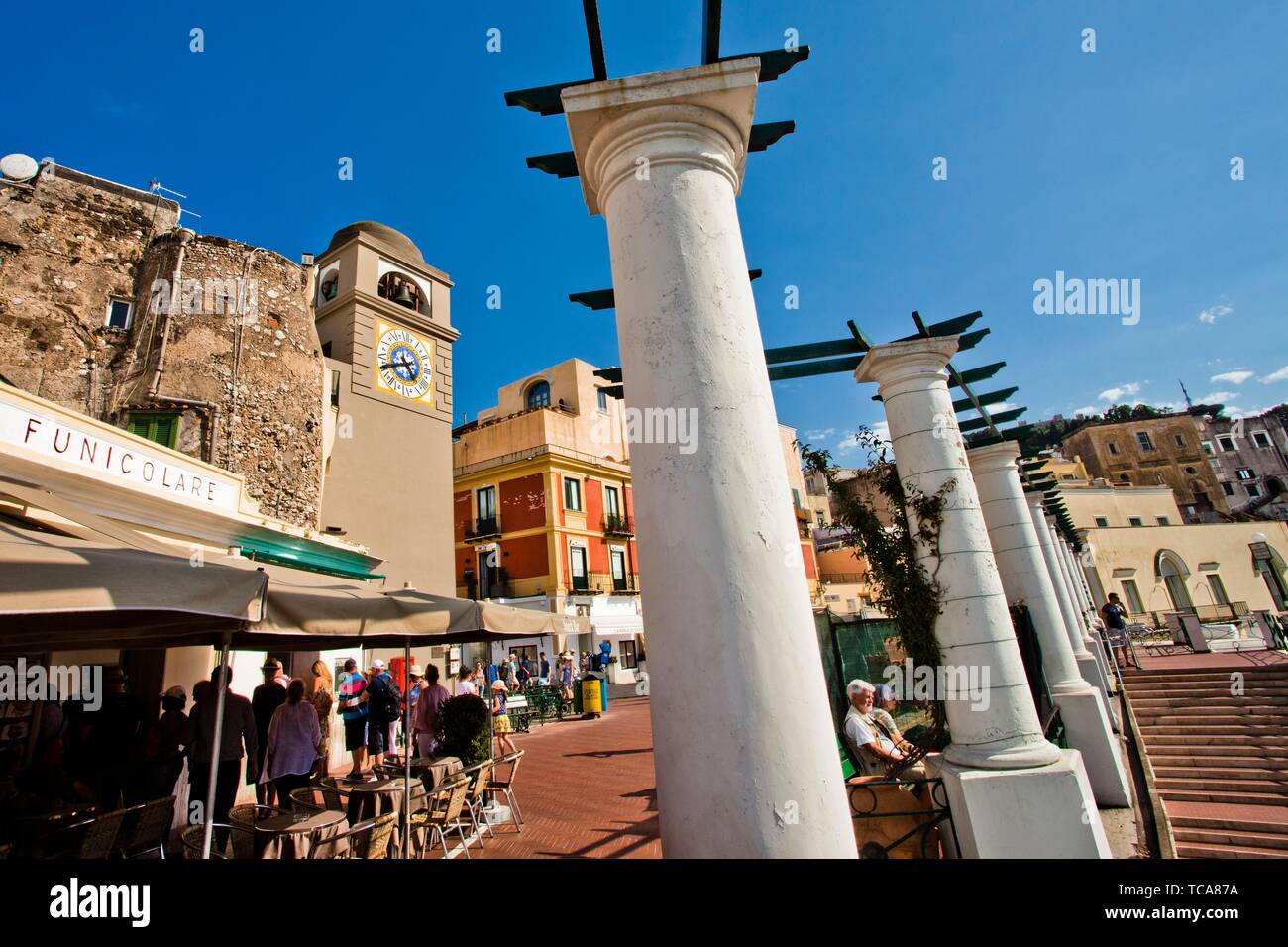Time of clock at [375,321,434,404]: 4:40
